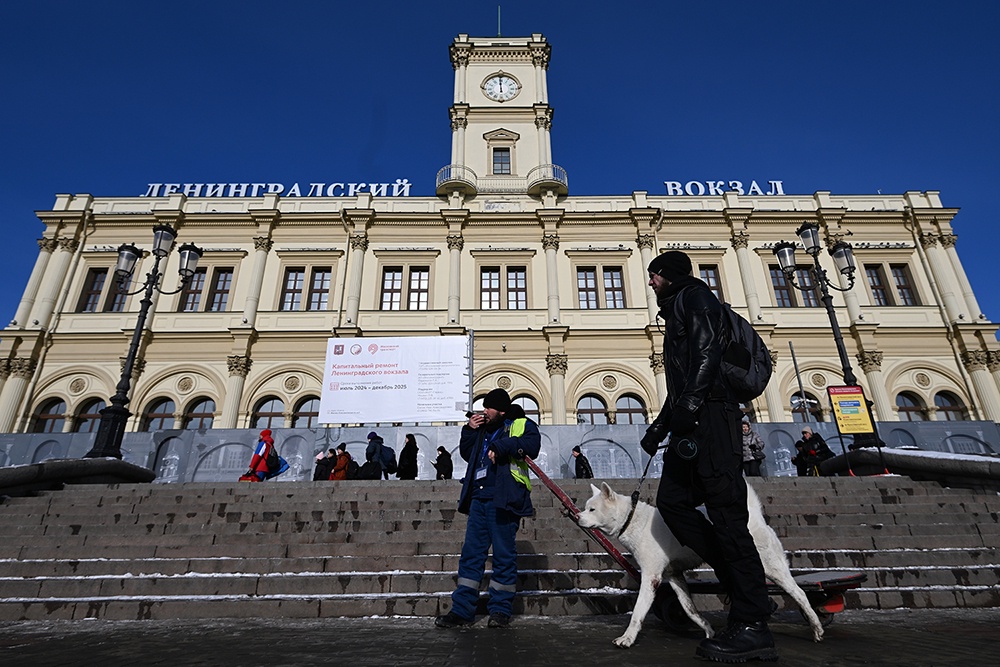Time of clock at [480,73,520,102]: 11:59
